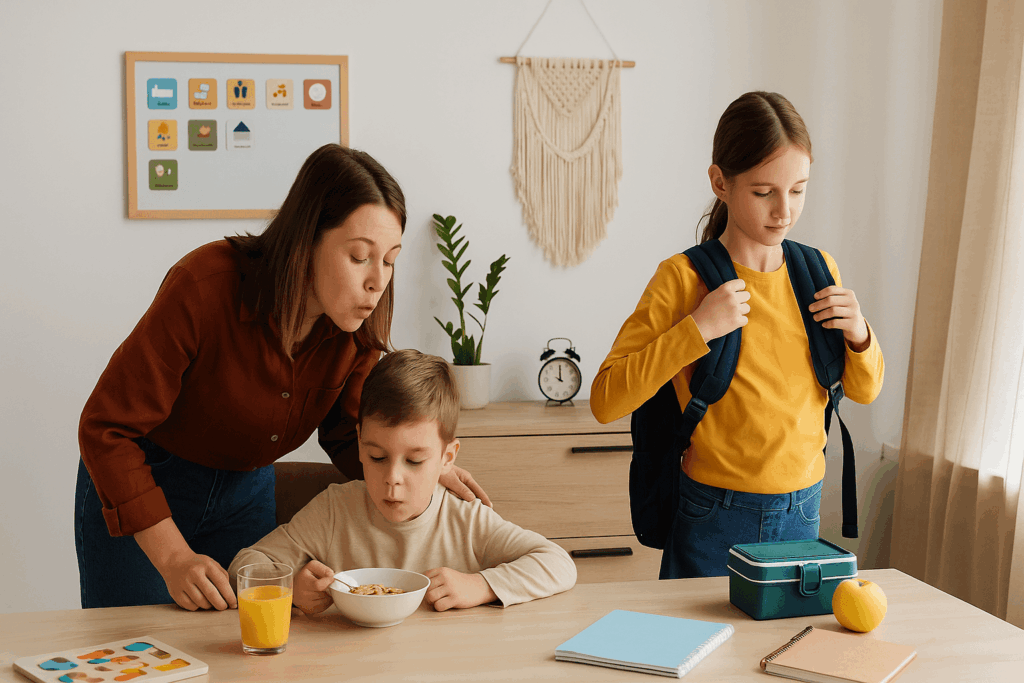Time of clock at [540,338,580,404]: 10:00
